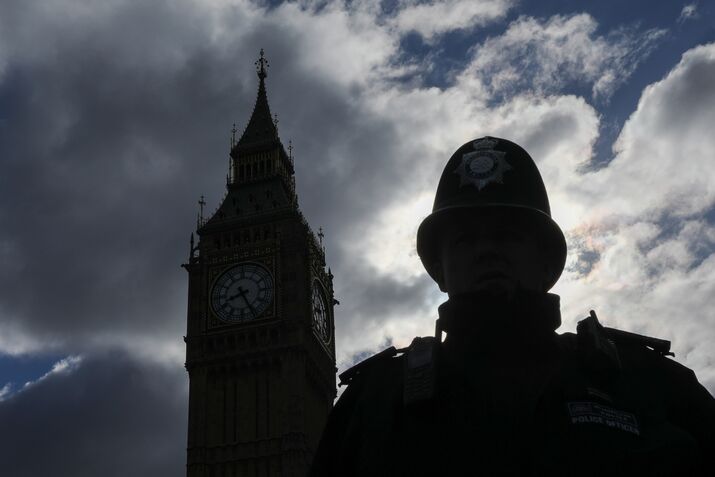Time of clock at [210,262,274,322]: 8:26
